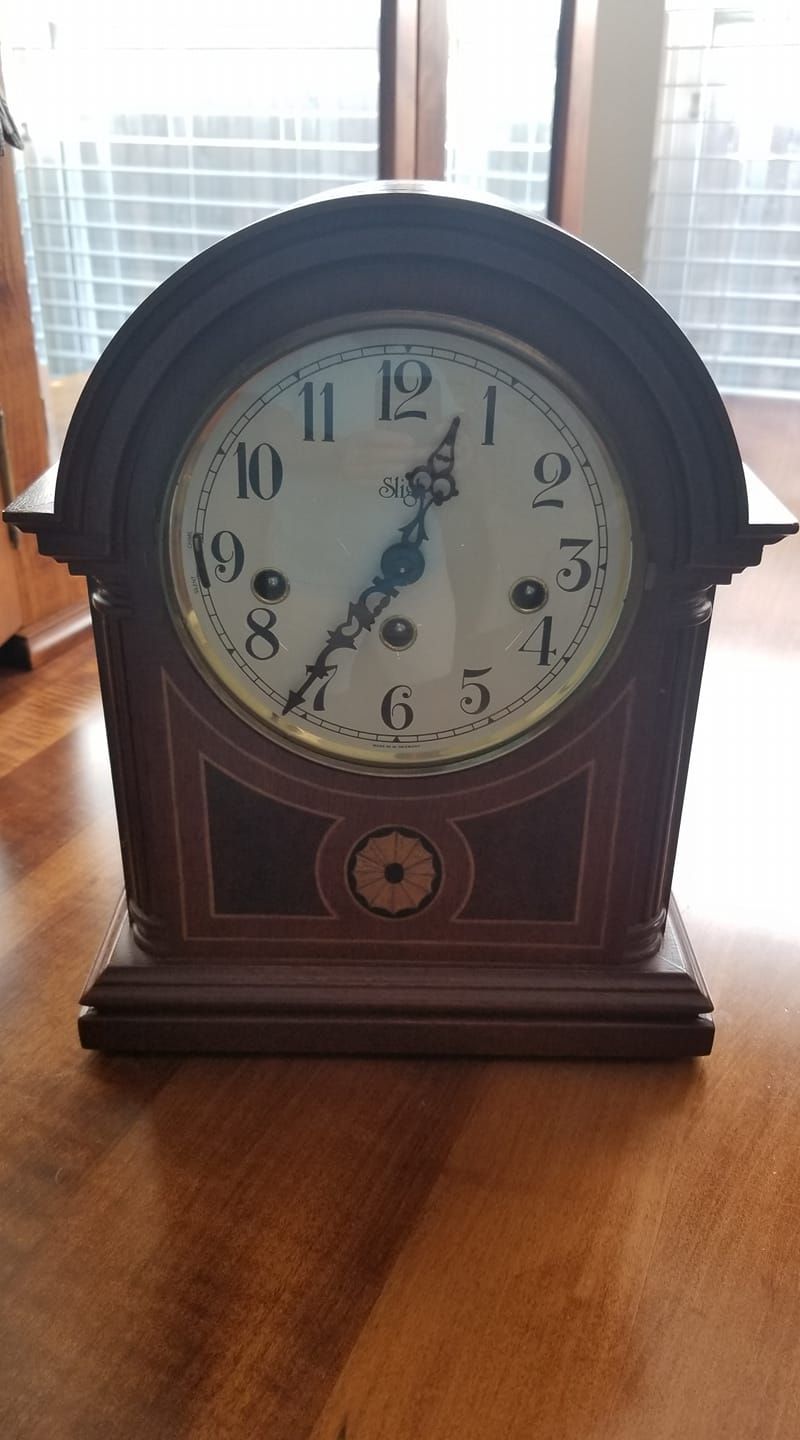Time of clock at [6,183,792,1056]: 12:36
